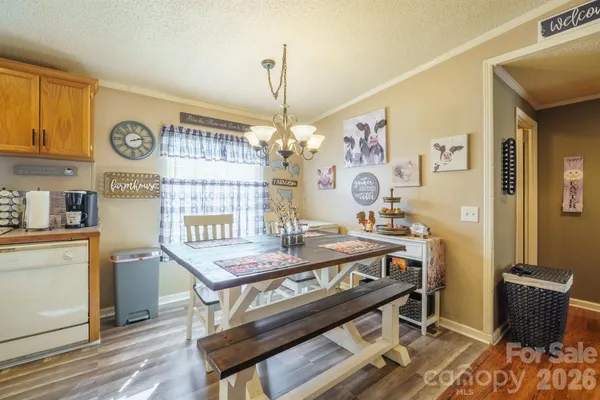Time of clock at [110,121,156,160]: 2:12
